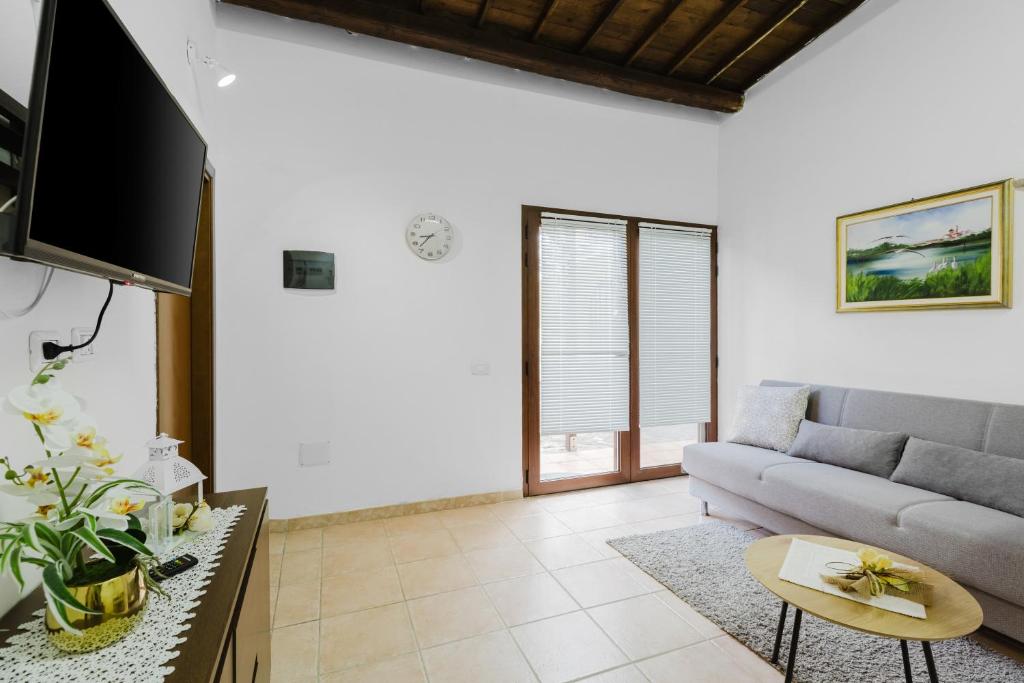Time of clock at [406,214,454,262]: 8:37
